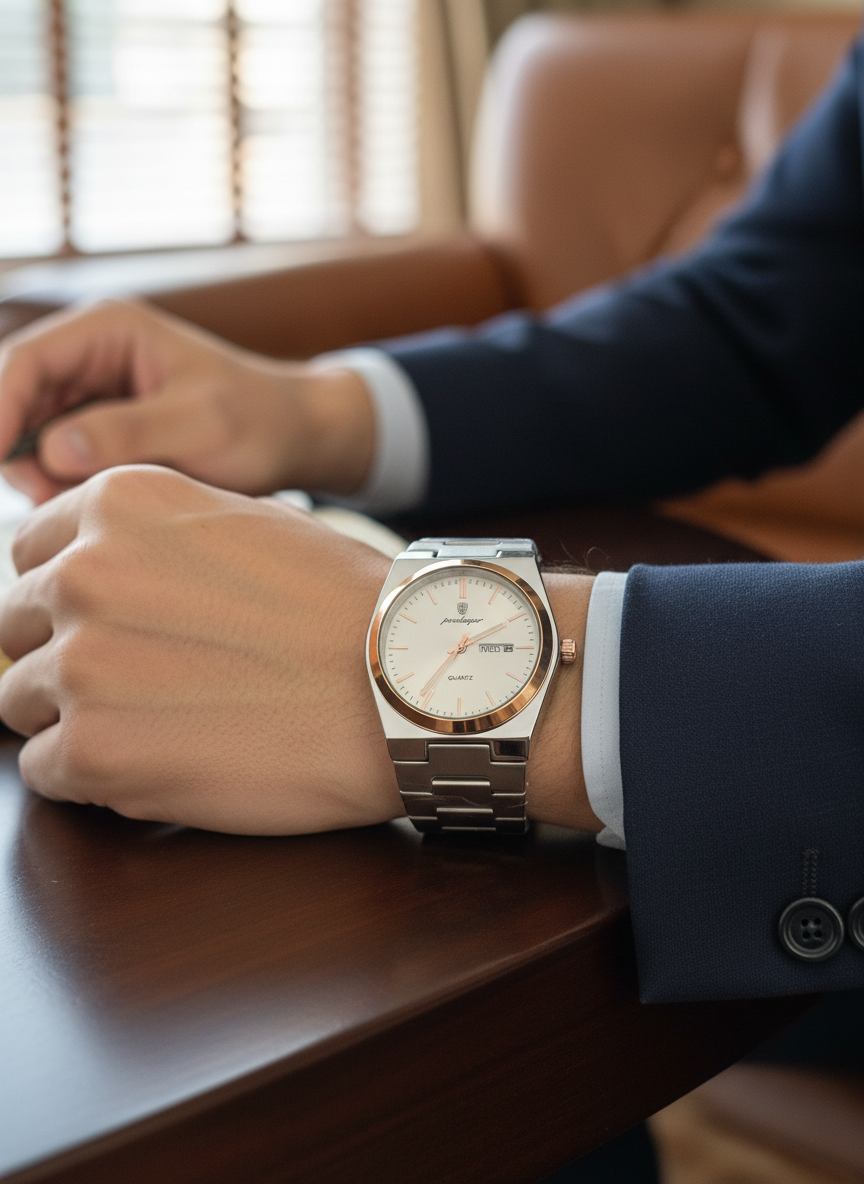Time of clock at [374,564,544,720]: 7:10
